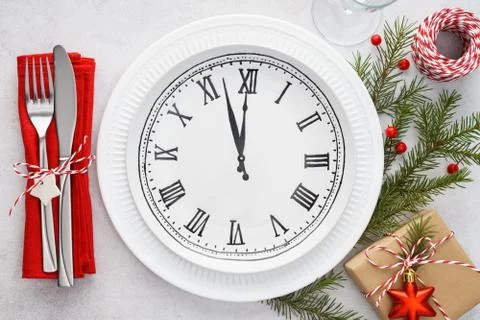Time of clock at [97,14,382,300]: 11:56
